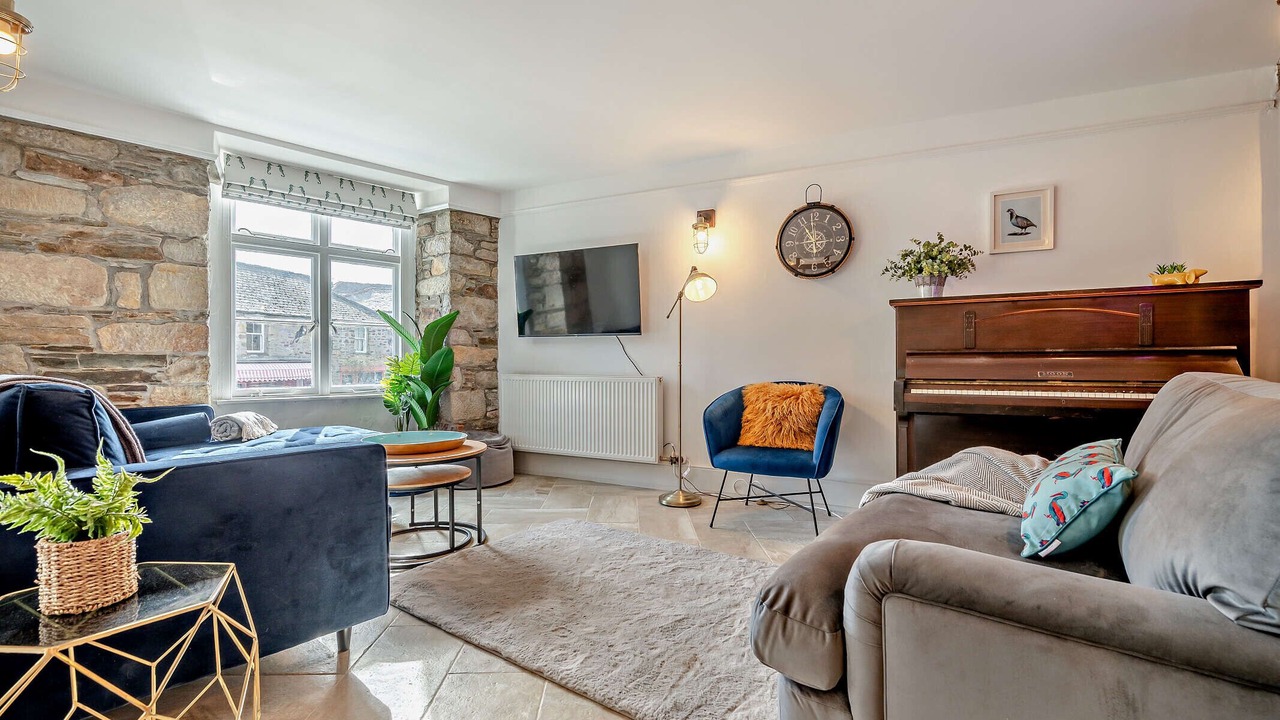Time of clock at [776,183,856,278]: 10:58
